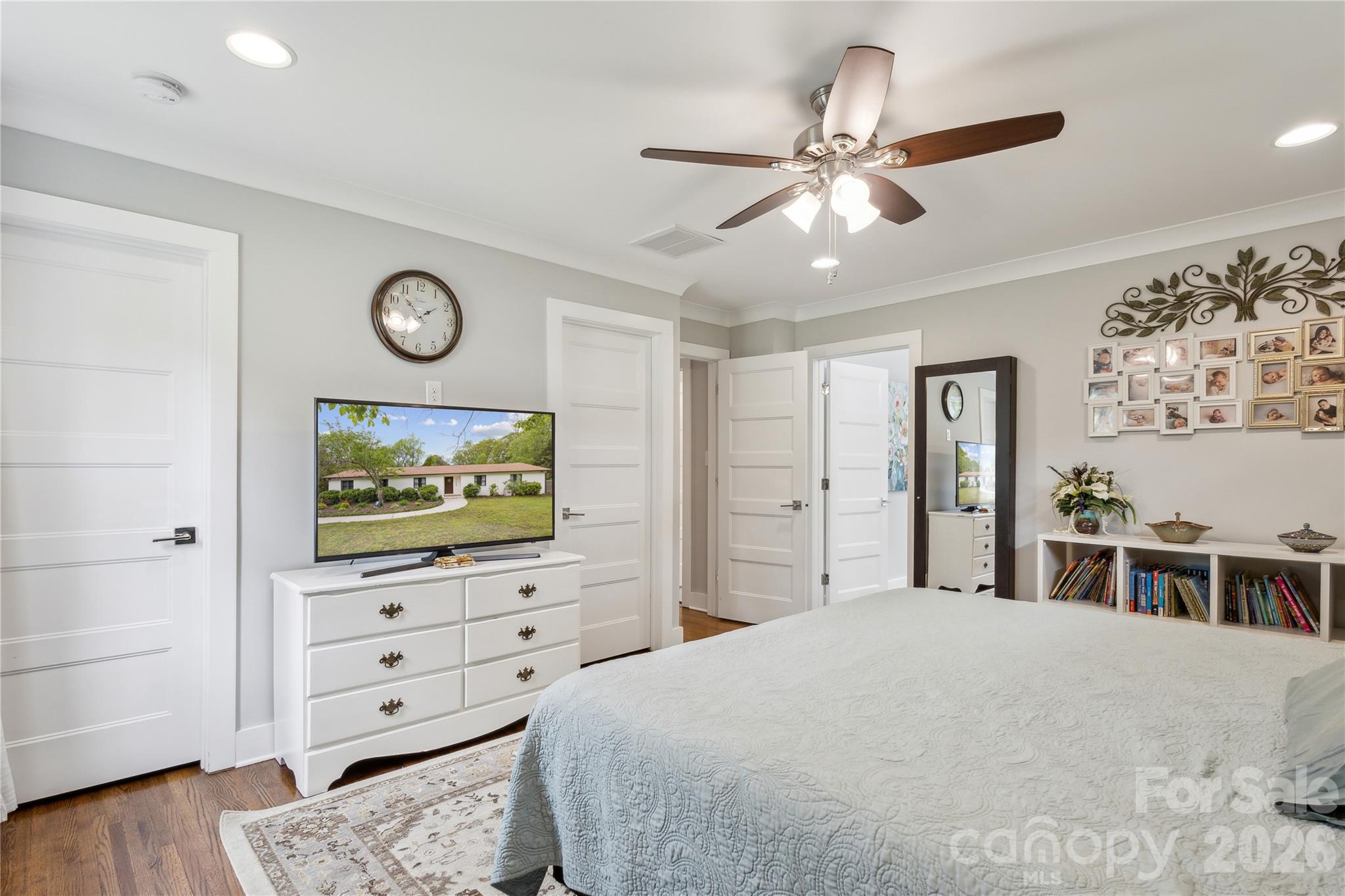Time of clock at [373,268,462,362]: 1:52
